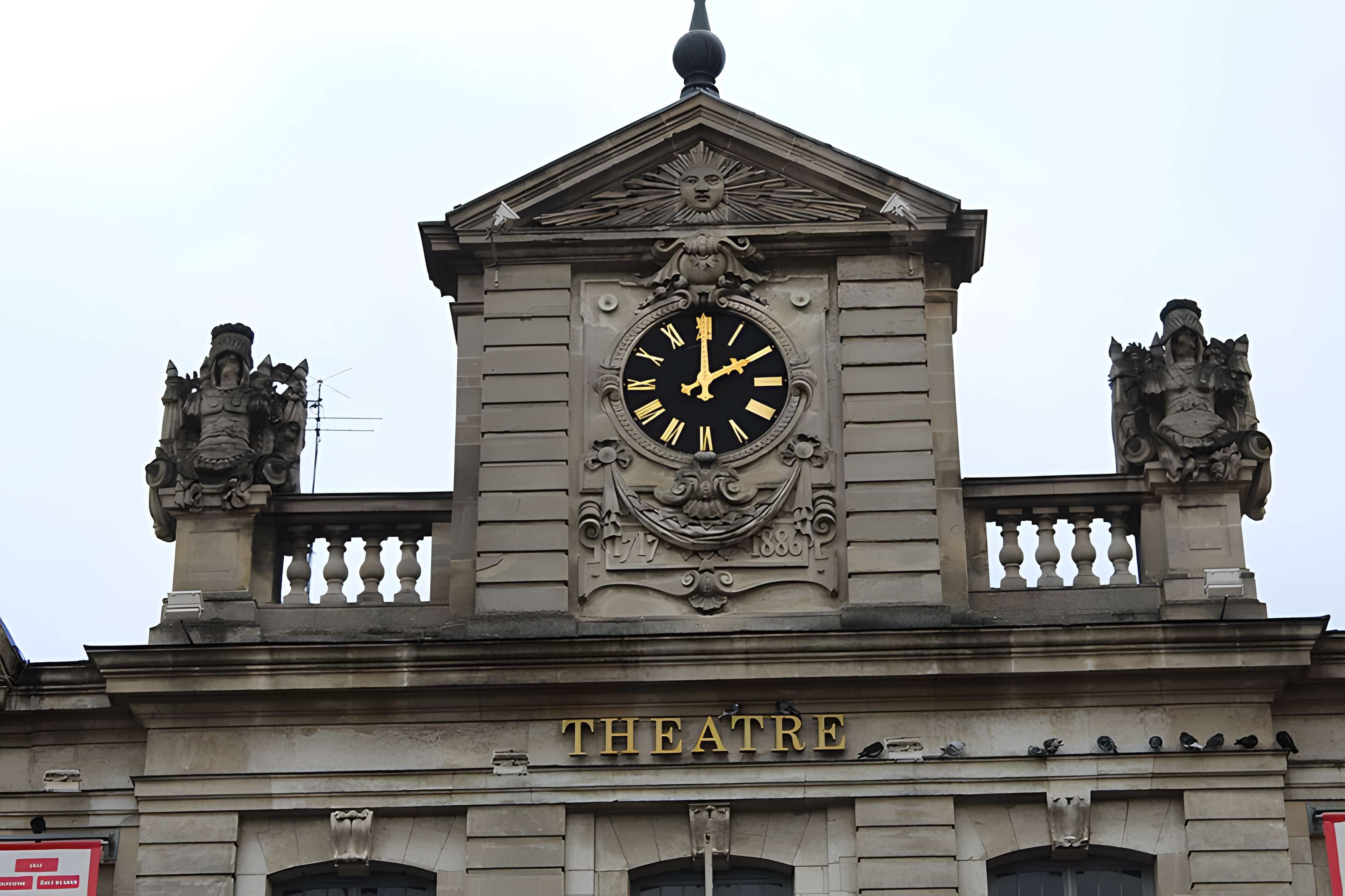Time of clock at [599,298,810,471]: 2:00
